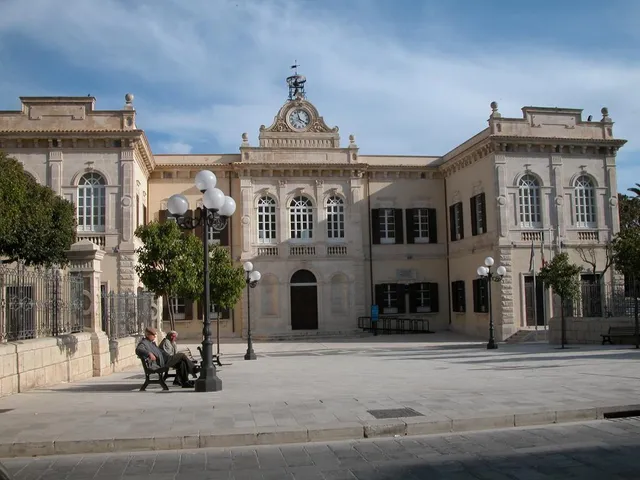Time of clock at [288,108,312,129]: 3:57
